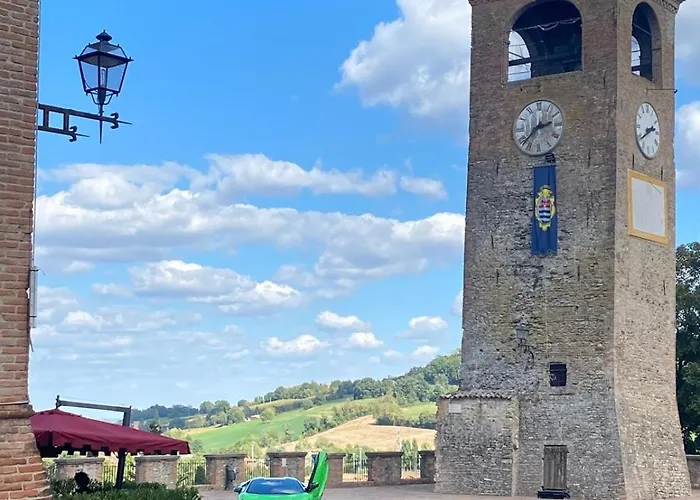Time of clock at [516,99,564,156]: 2:38
